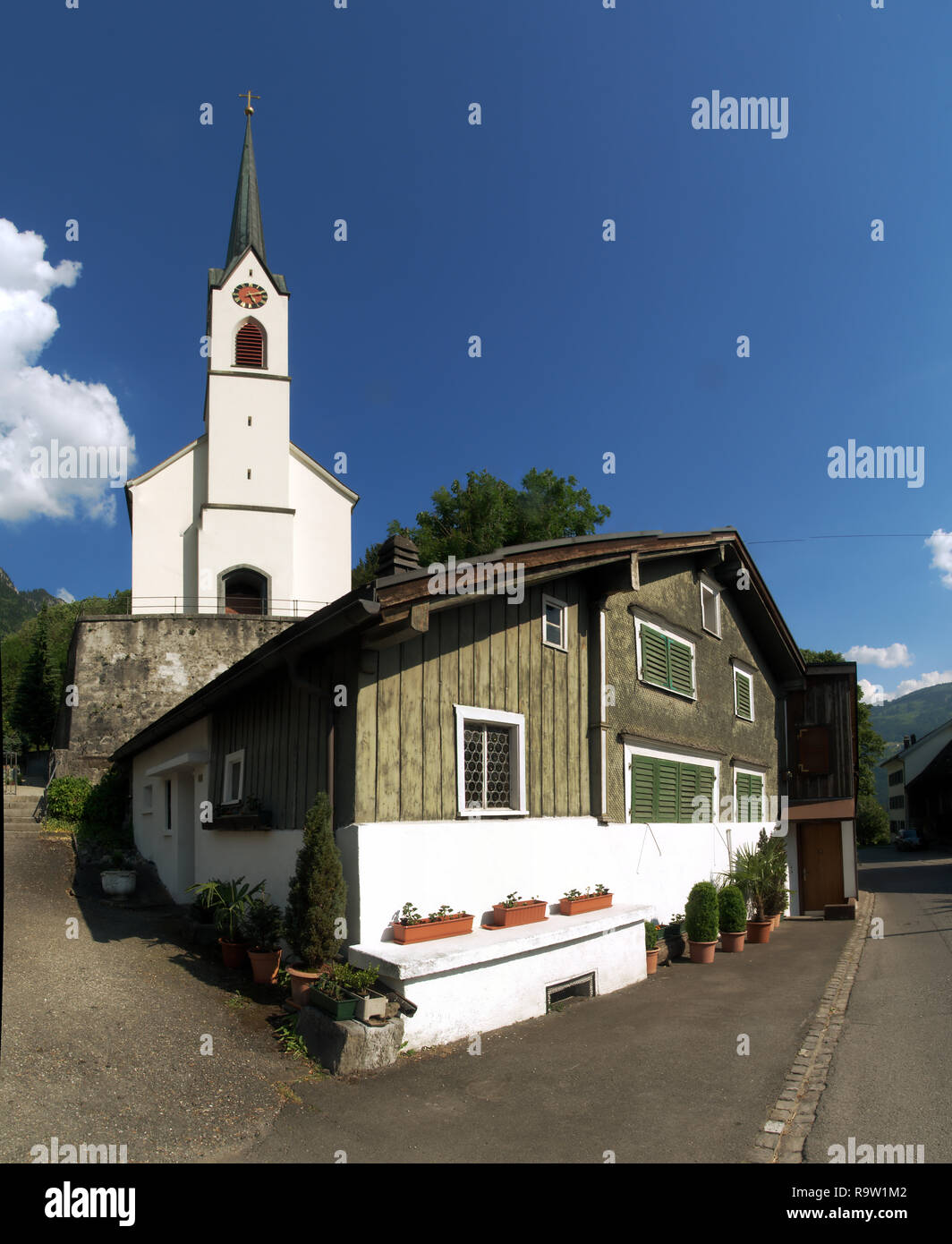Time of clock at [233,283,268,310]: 5:12
